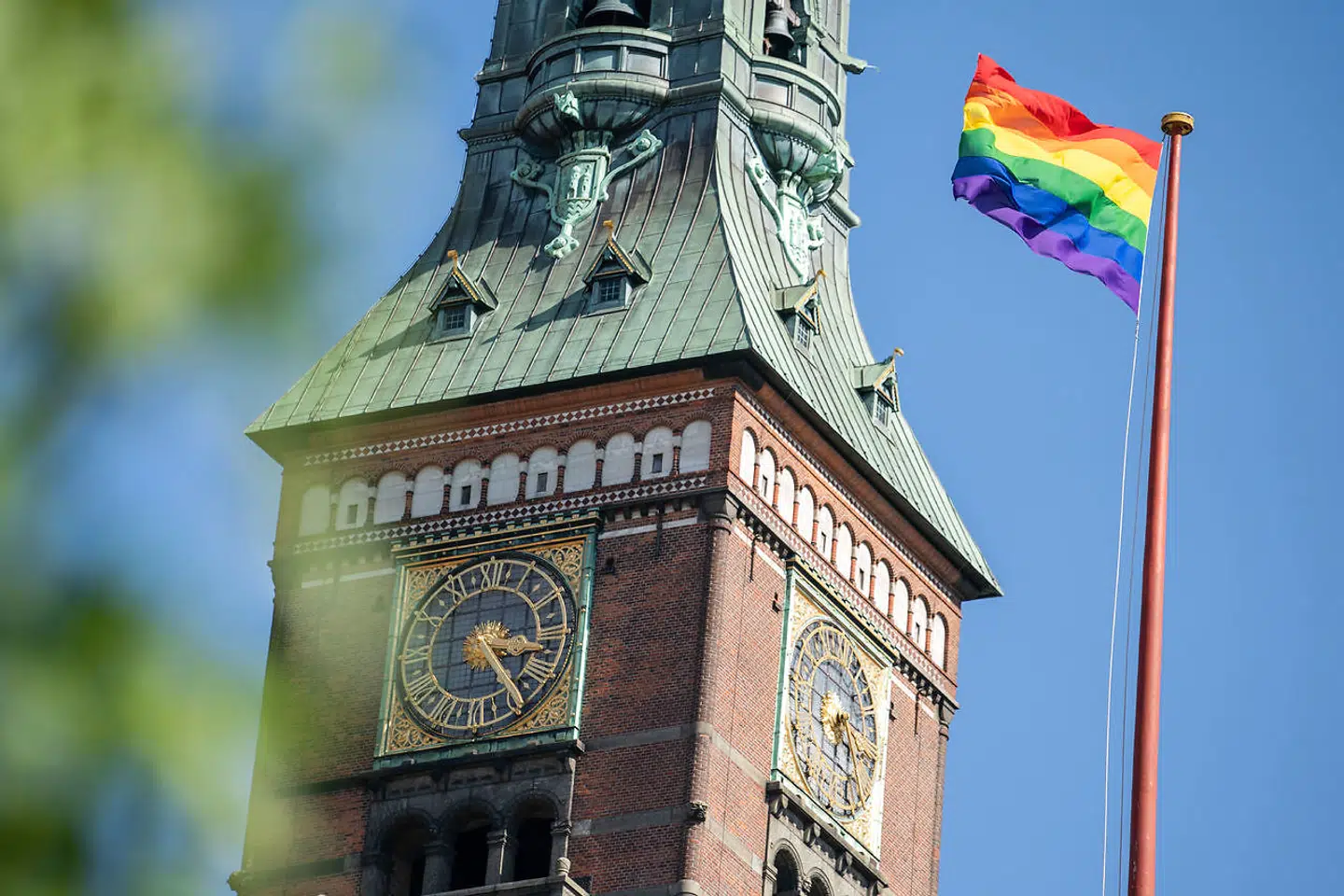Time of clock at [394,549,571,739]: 3:23
